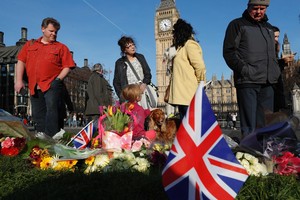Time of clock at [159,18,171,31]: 4:28
